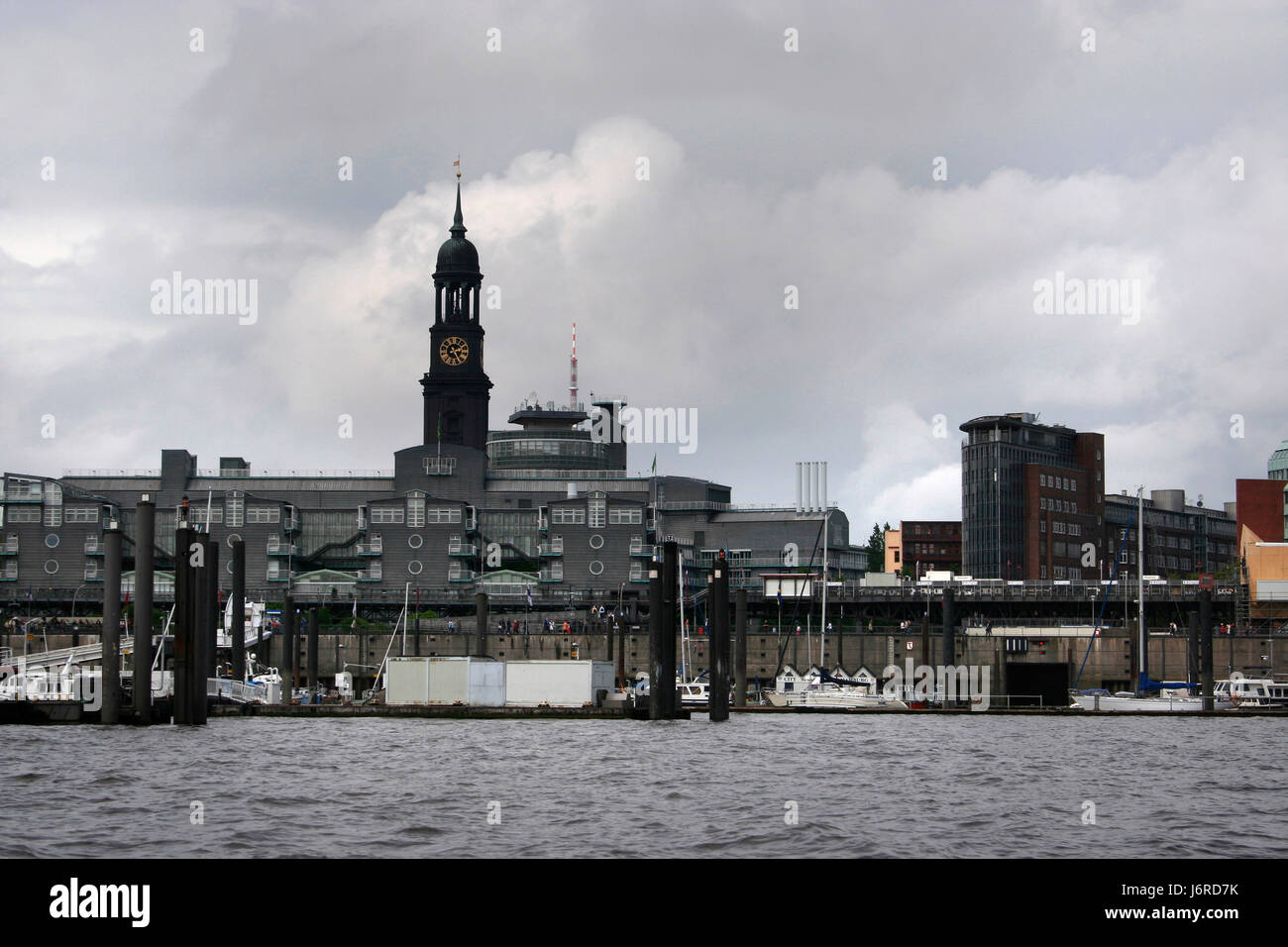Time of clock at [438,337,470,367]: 2:24
